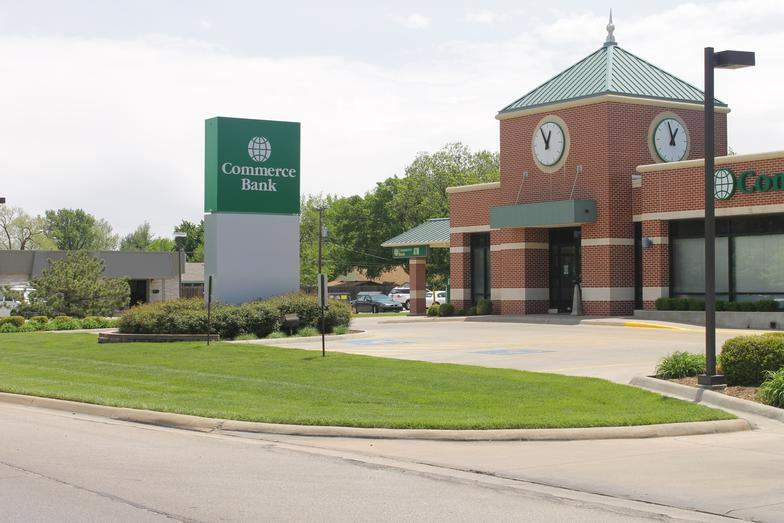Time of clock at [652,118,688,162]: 12:57
